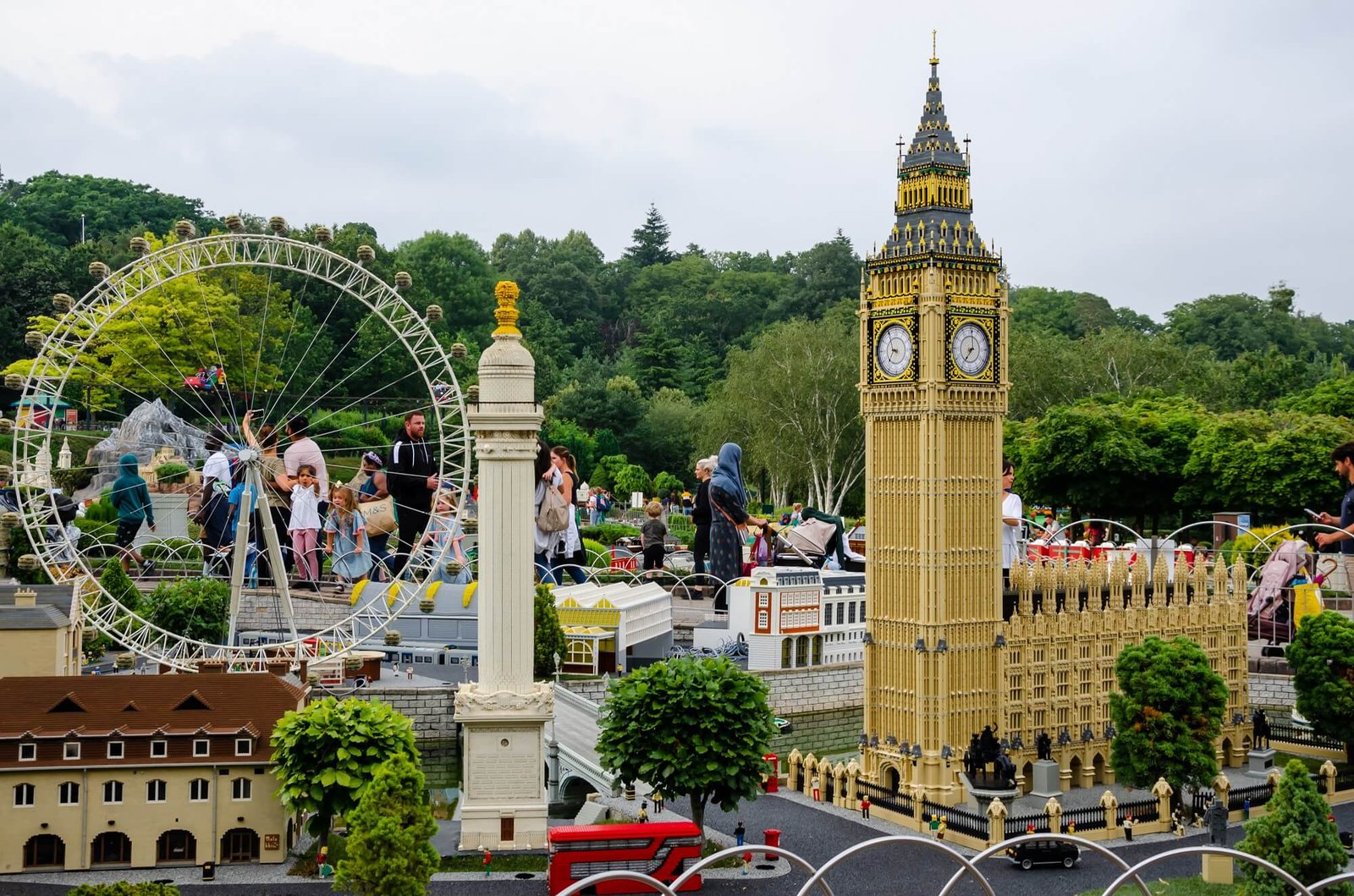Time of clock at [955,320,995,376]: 7:00
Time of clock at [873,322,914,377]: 6:55
